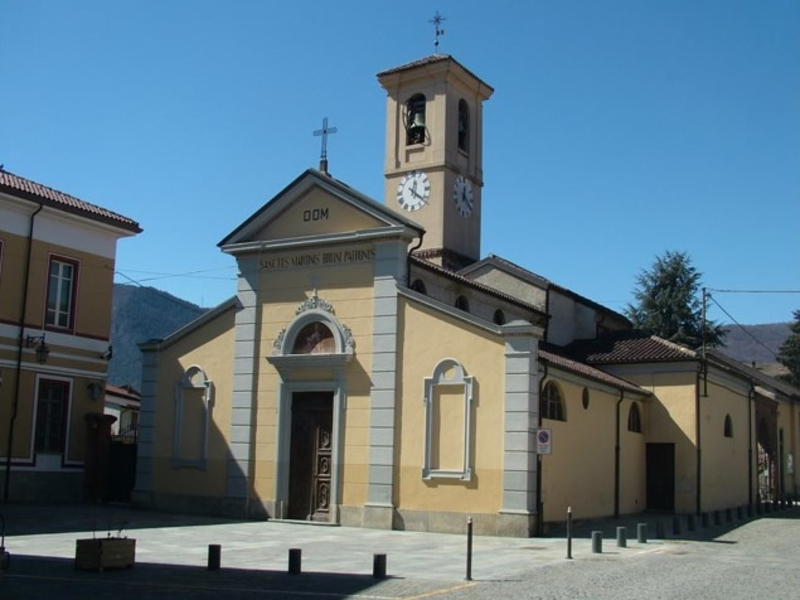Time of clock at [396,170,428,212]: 12:21
